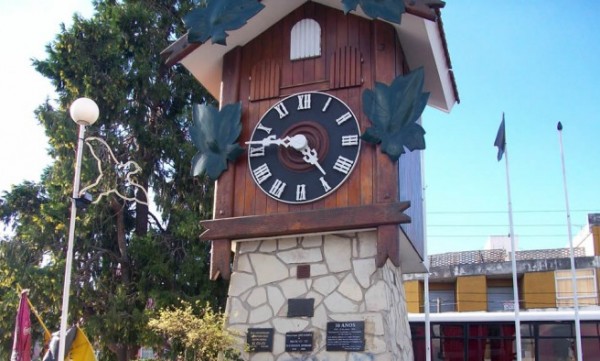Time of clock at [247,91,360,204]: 4:47
